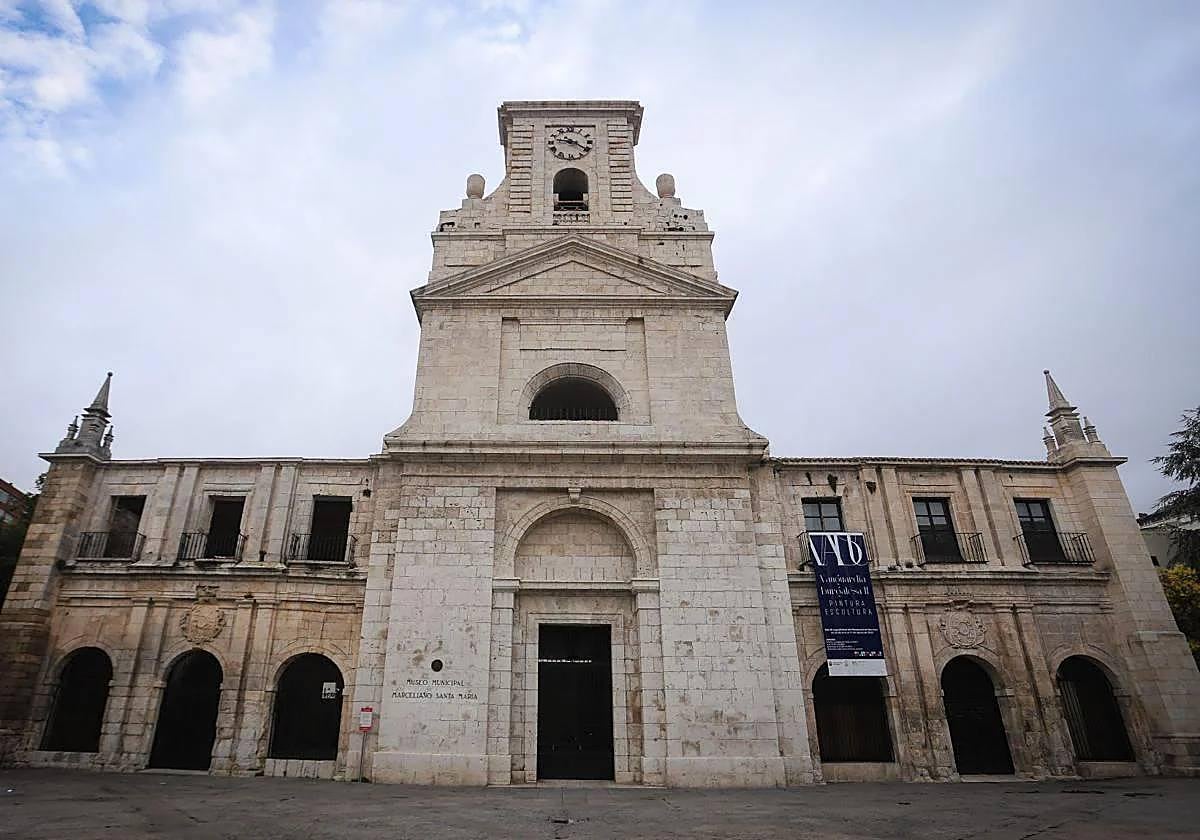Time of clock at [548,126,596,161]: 9:20
